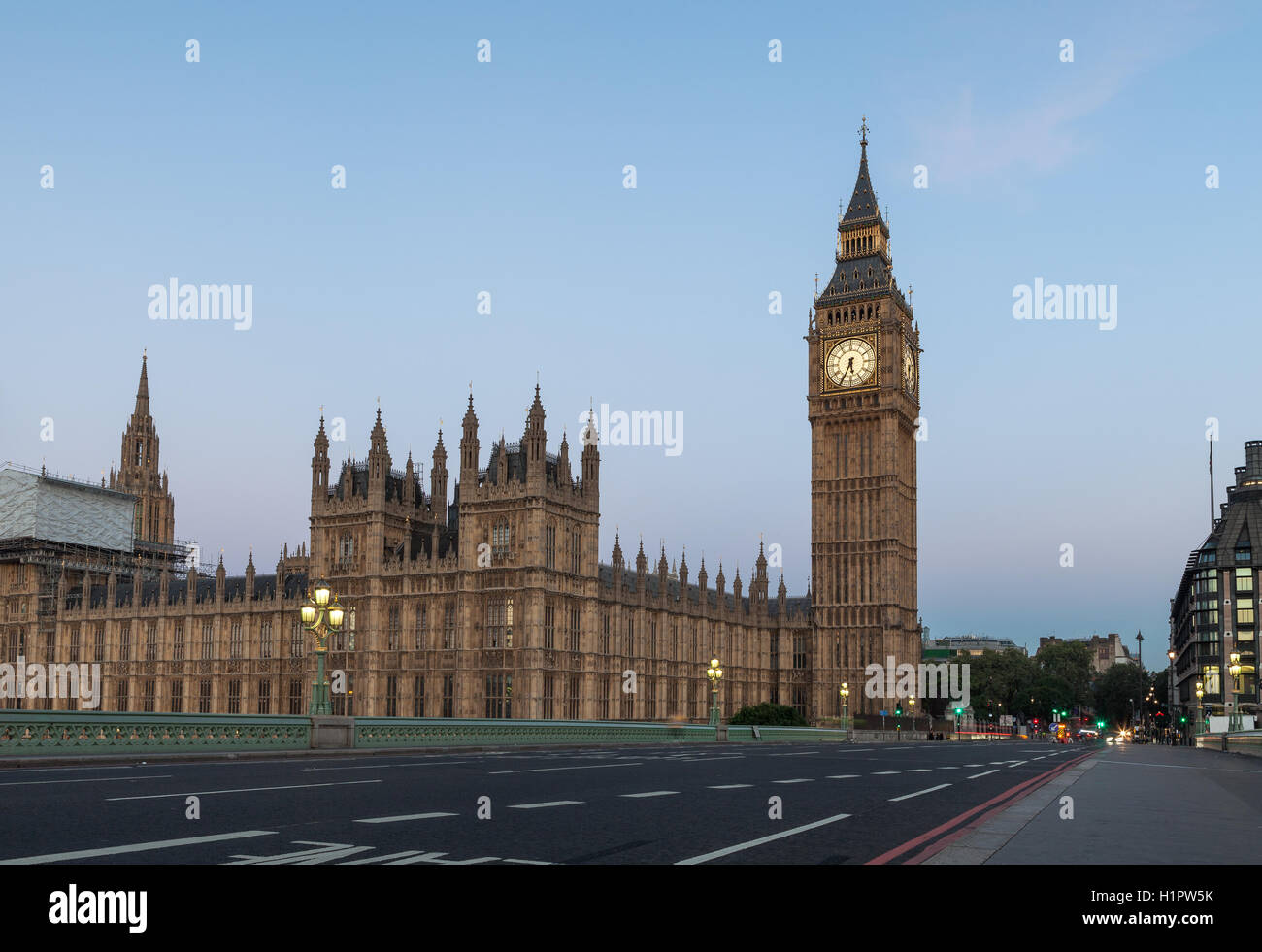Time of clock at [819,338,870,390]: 5:34
